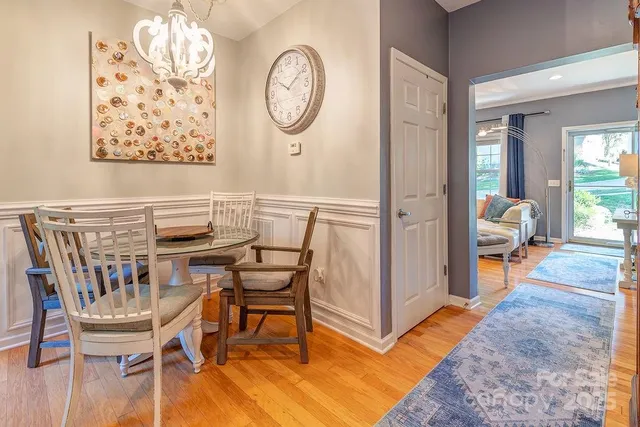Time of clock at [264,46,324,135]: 10:09
